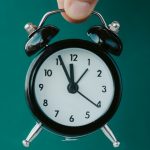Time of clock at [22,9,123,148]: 11:55
